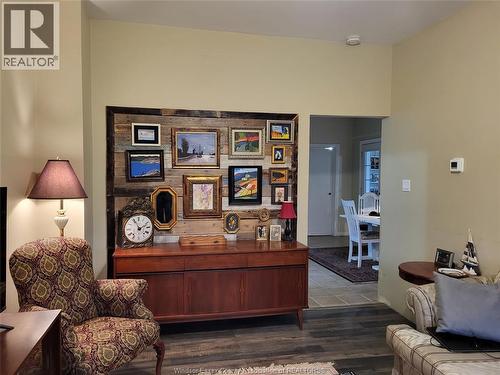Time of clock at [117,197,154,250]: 1:56
